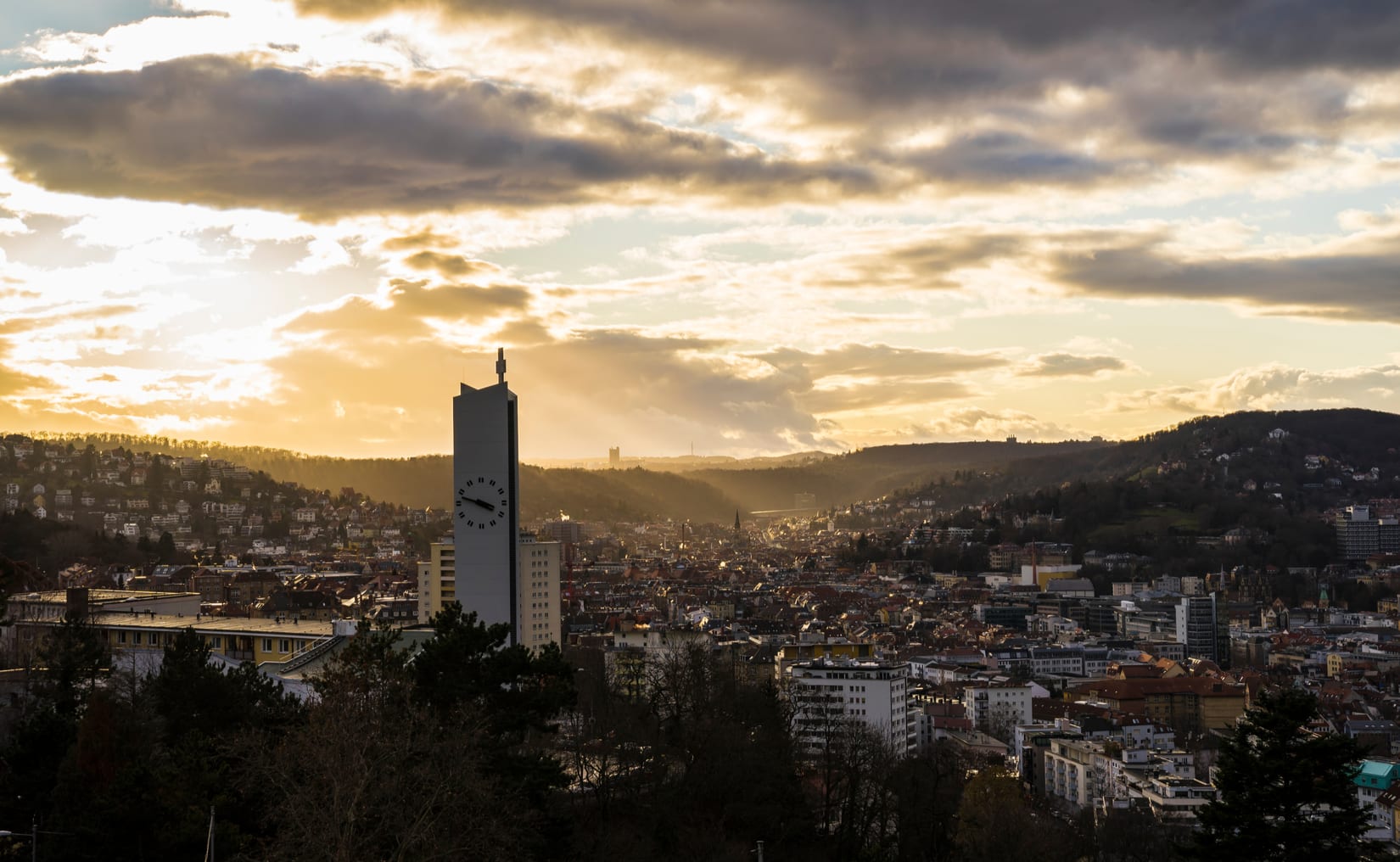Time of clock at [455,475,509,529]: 3:47
